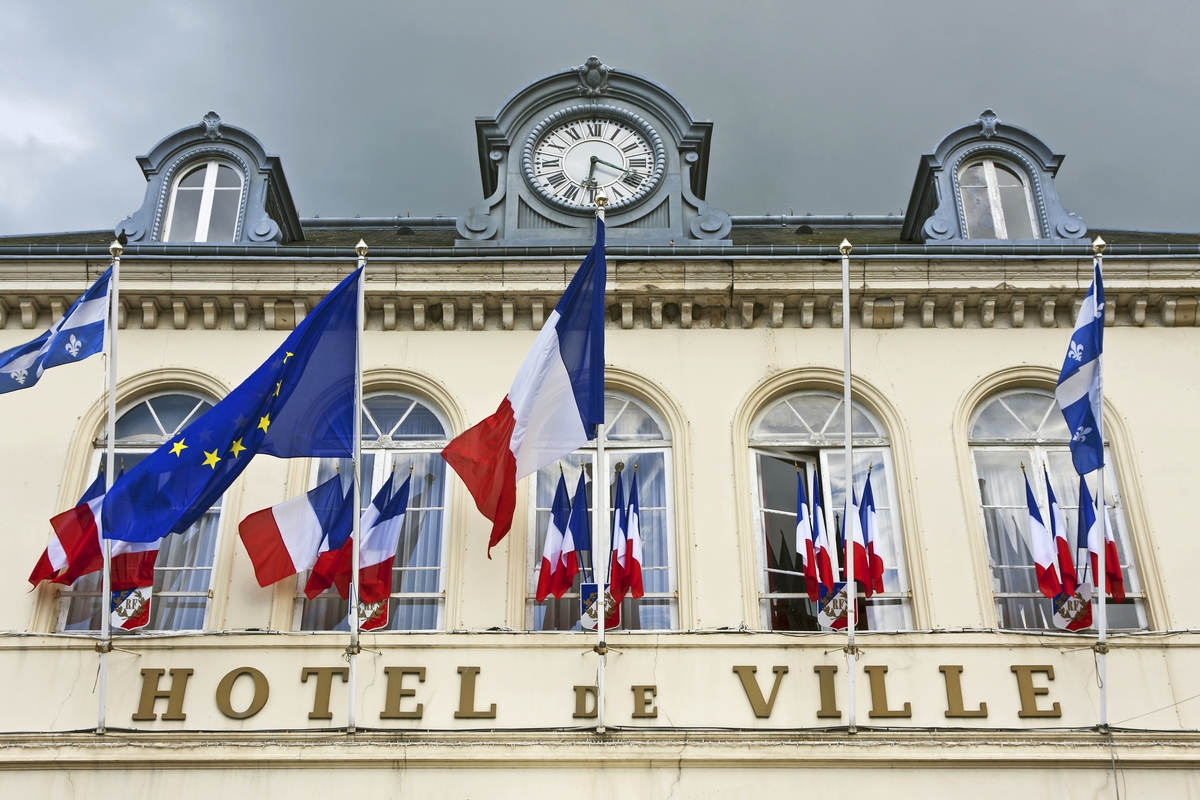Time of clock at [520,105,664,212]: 6:18
